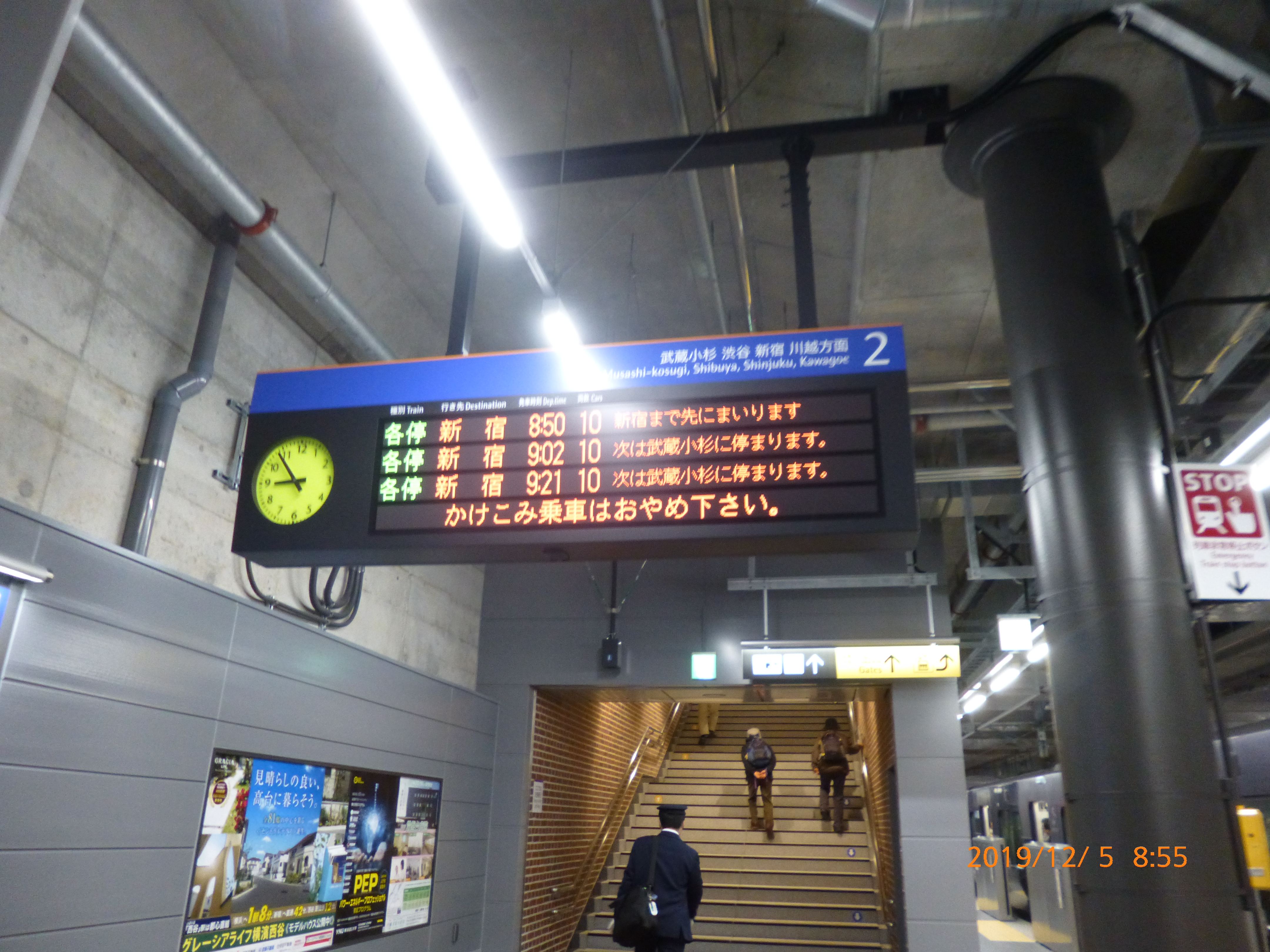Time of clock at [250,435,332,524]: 8:53
